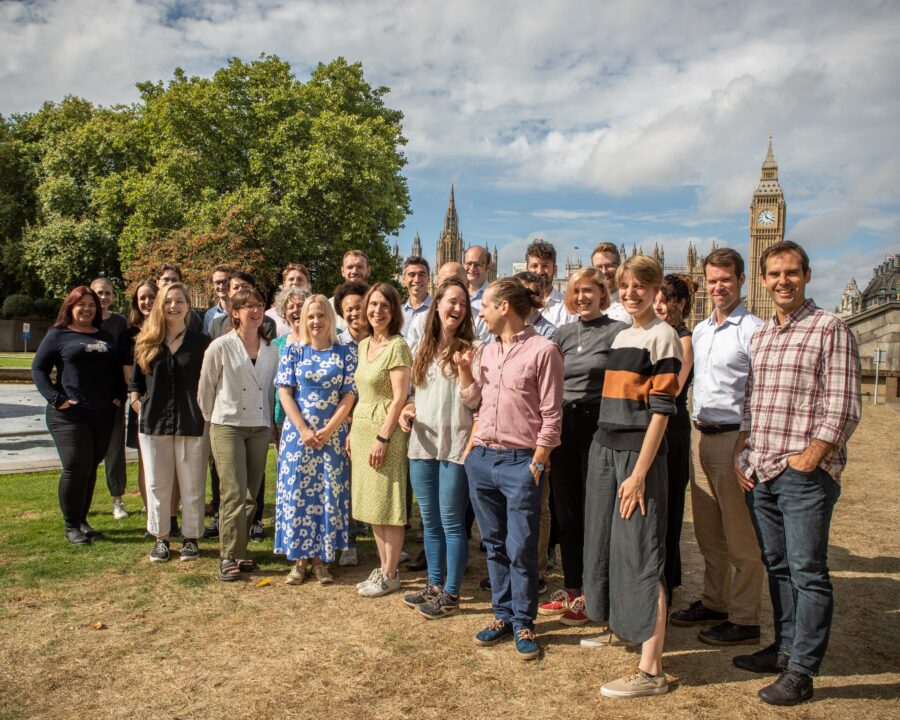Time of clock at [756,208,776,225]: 11:19
